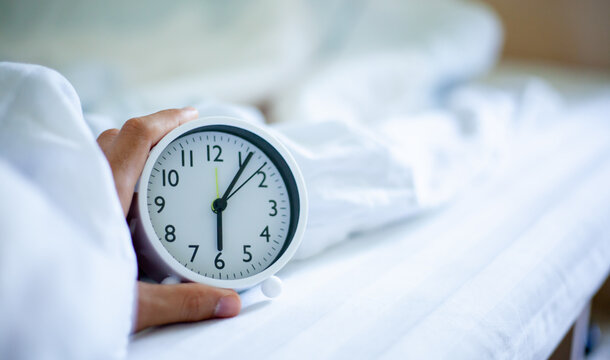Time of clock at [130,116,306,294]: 6:06
